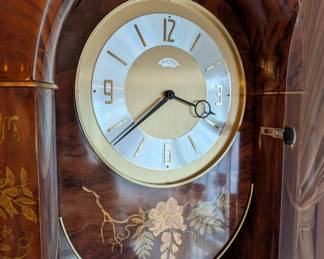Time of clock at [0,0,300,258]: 3:38
